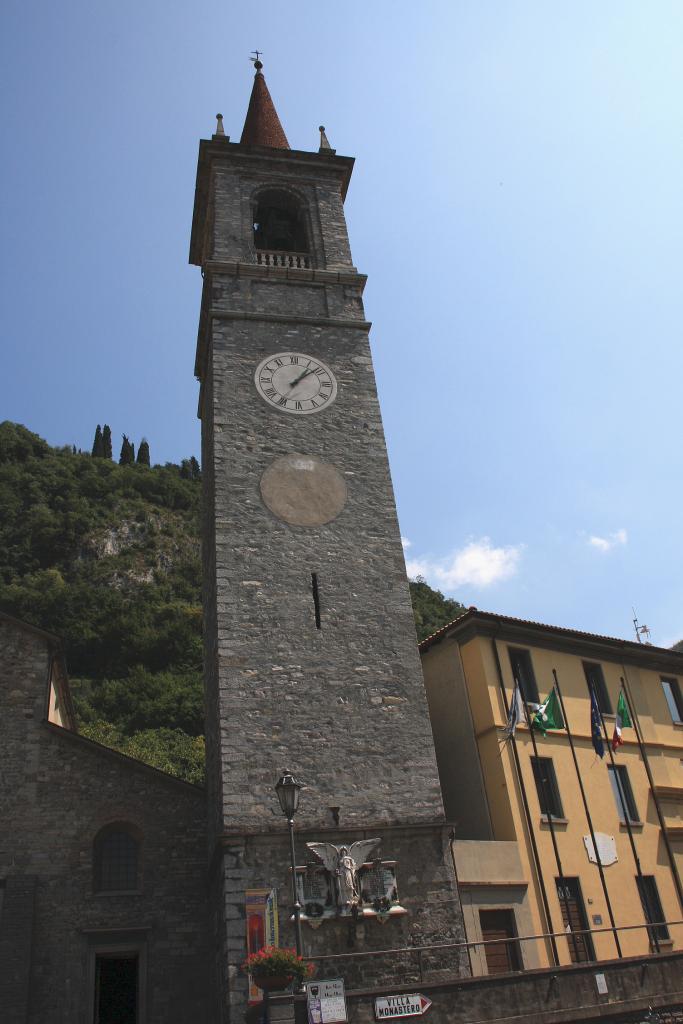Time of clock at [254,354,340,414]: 1:08
